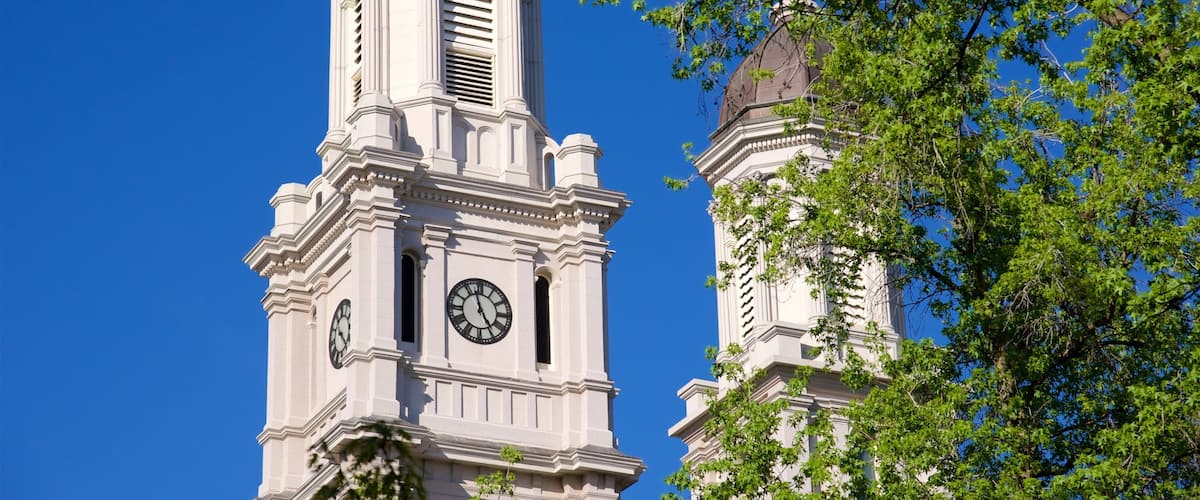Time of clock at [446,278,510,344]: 4:57
